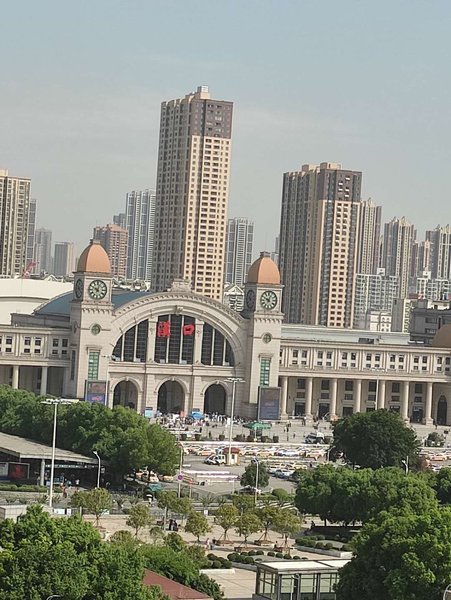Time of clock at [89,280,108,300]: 10:02
